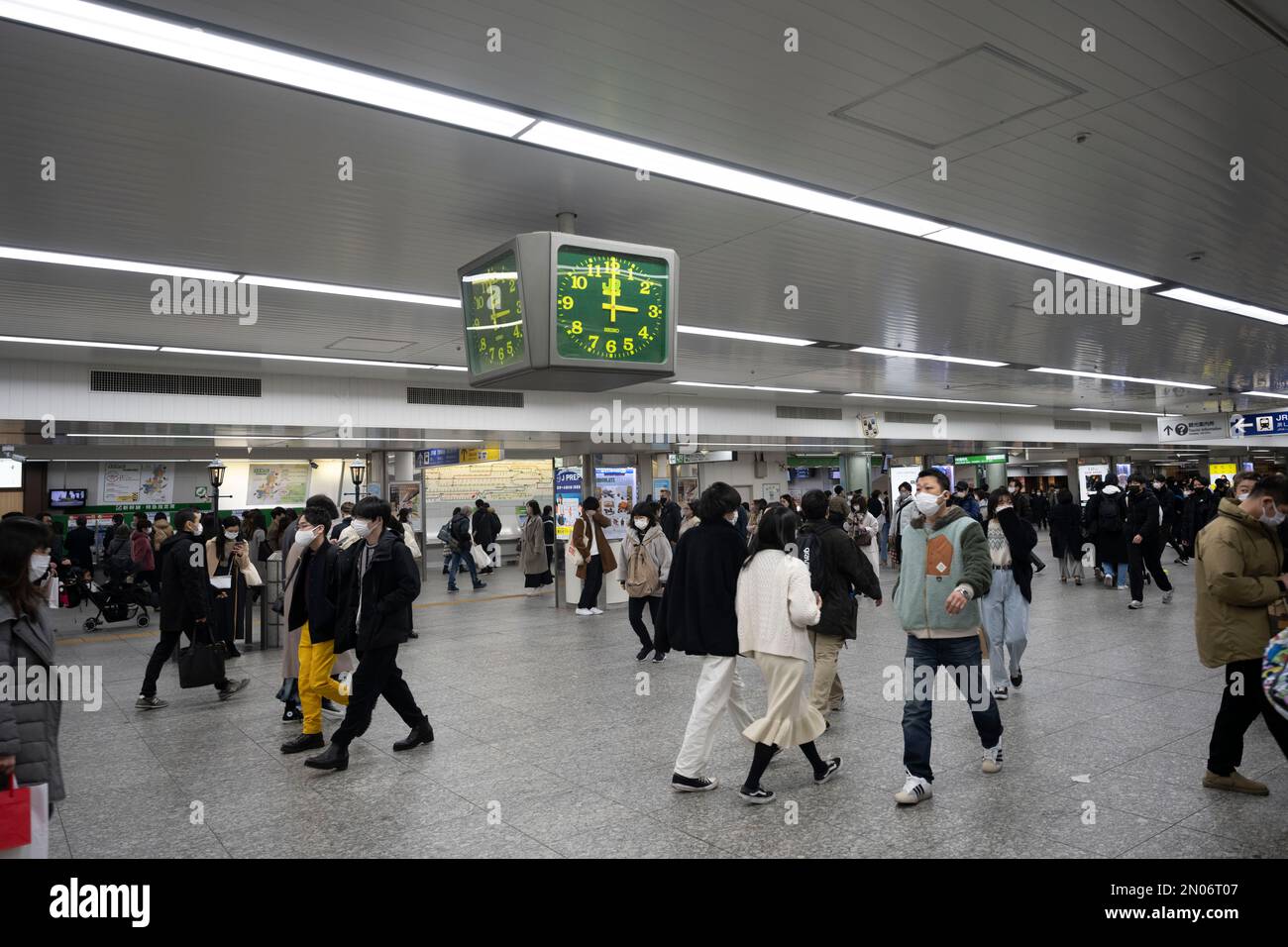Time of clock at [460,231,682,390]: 3:00
